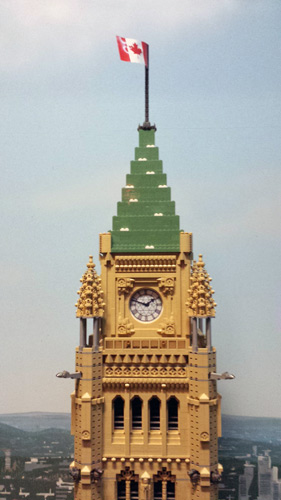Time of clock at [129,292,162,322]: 1:48
